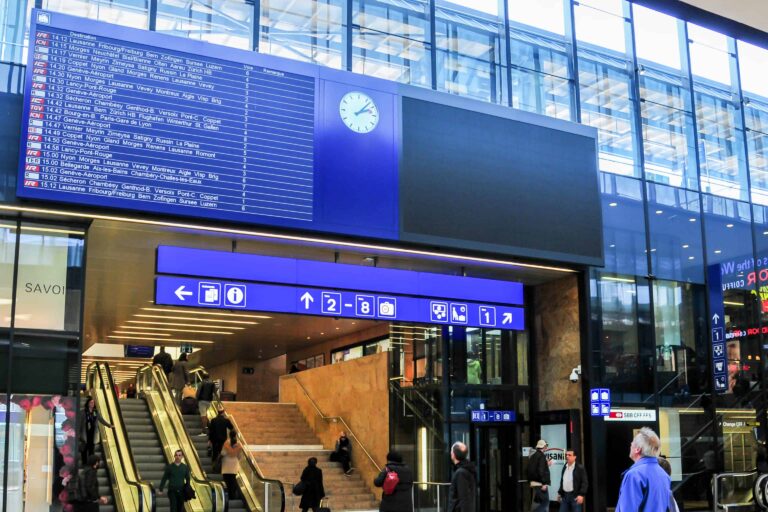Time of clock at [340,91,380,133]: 2:07
